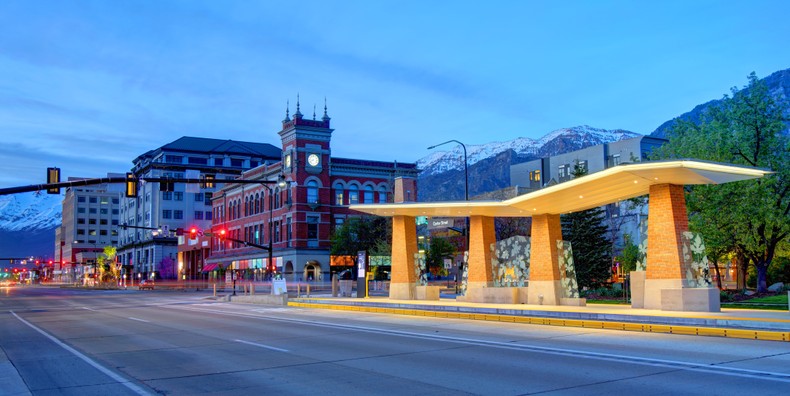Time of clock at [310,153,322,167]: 8:38
